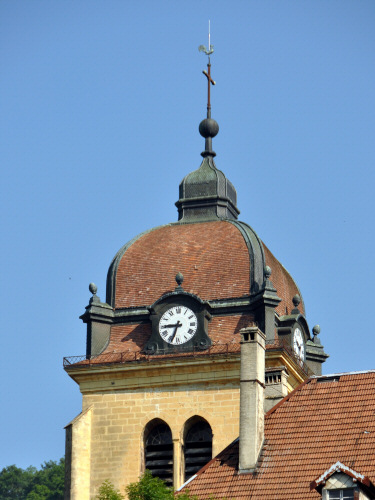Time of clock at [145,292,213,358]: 8:33
